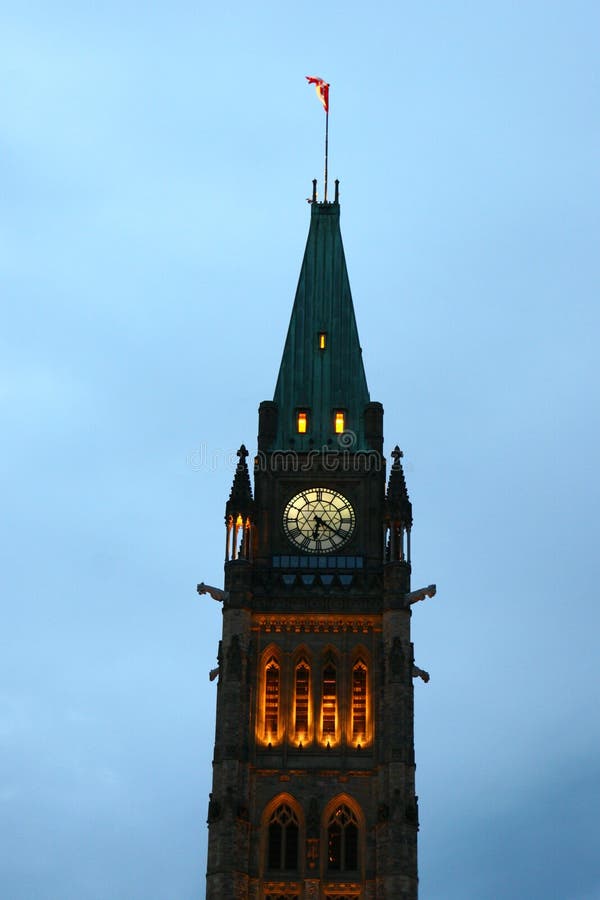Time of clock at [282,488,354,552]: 6:21
